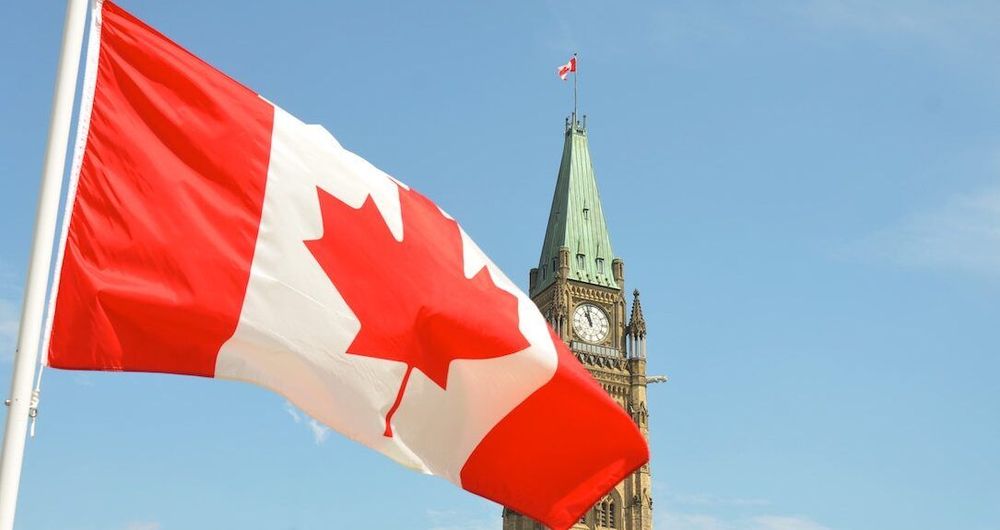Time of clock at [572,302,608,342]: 10:58
